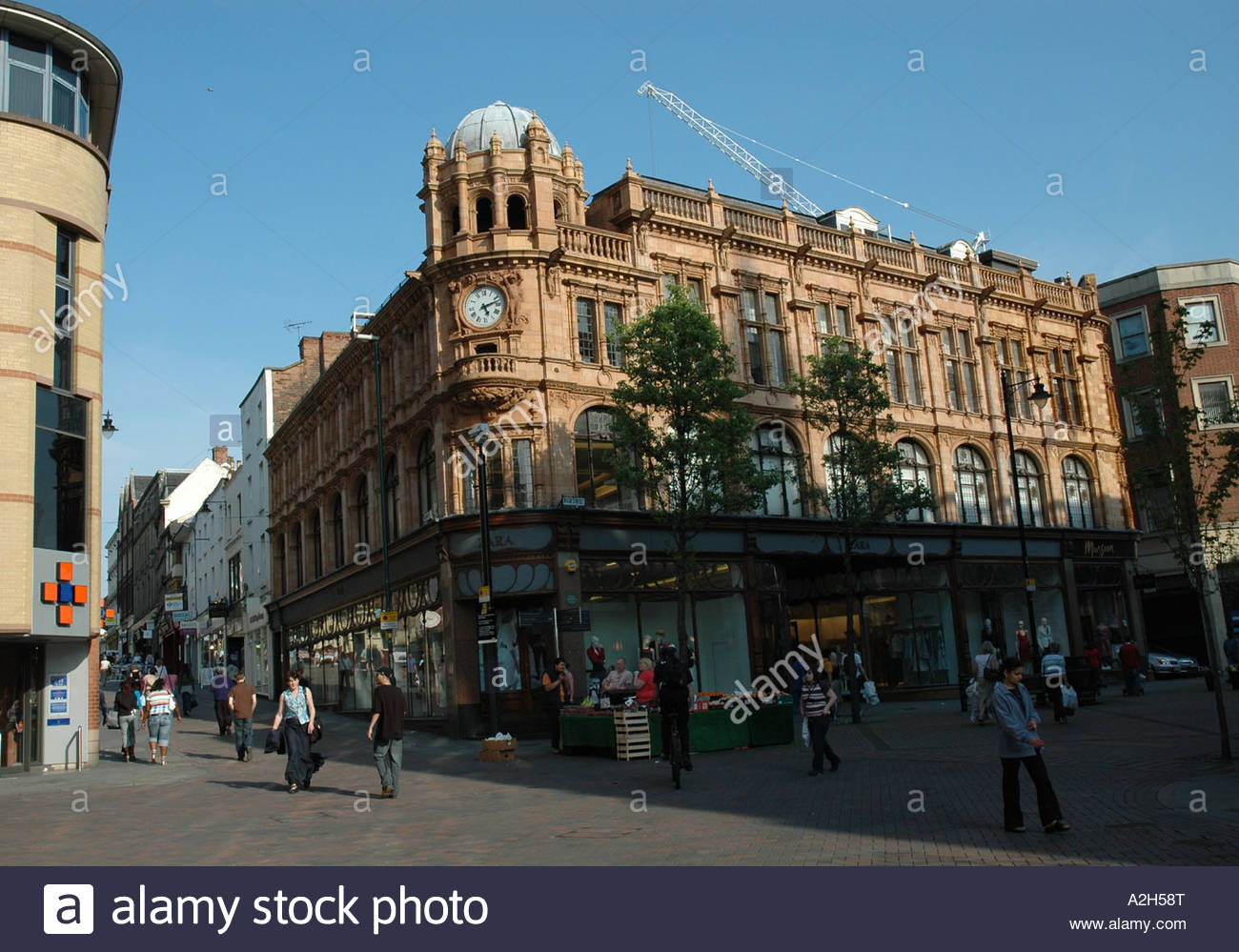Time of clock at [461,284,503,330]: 5:12
